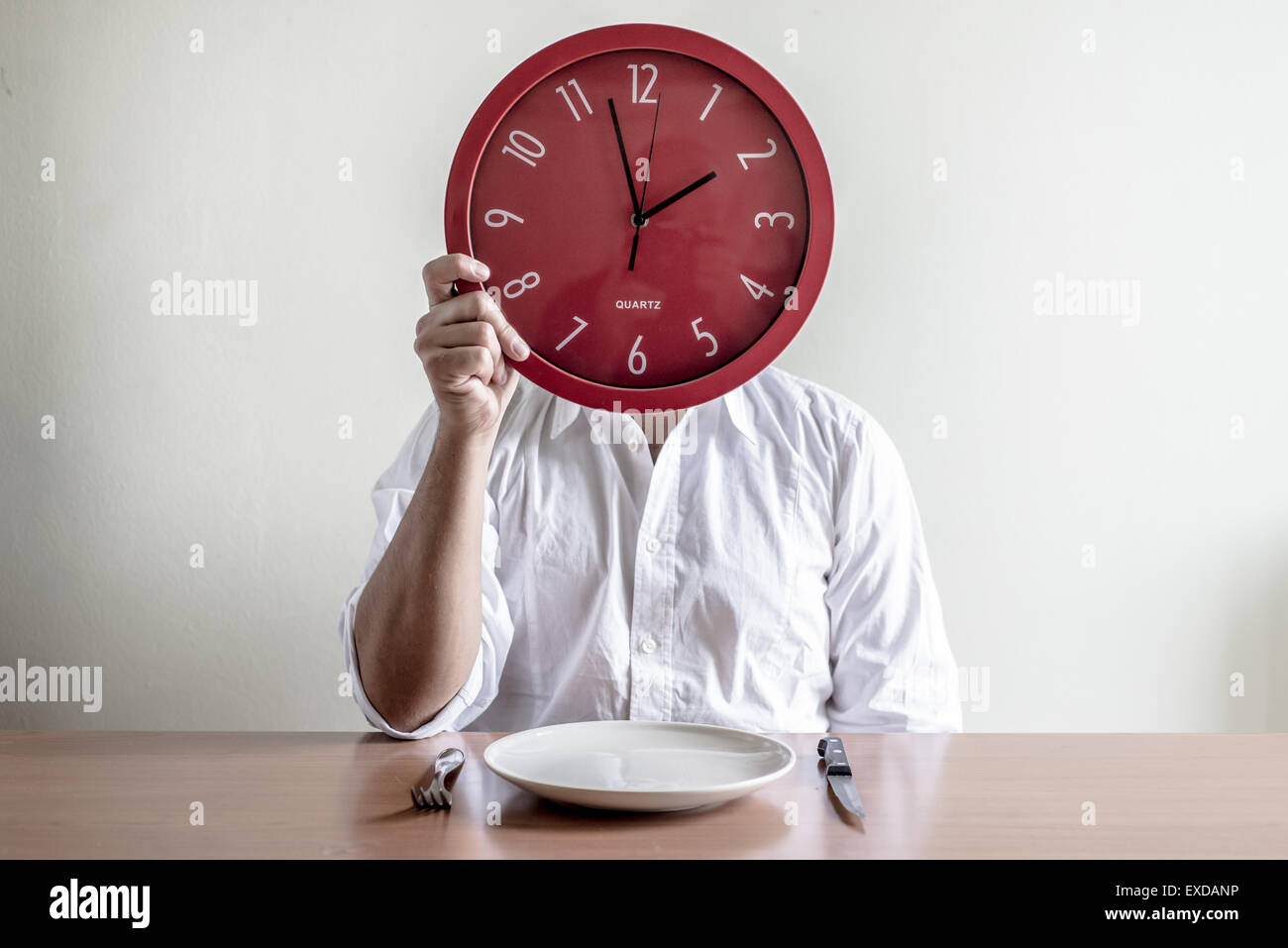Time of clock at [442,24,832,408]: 1:57
